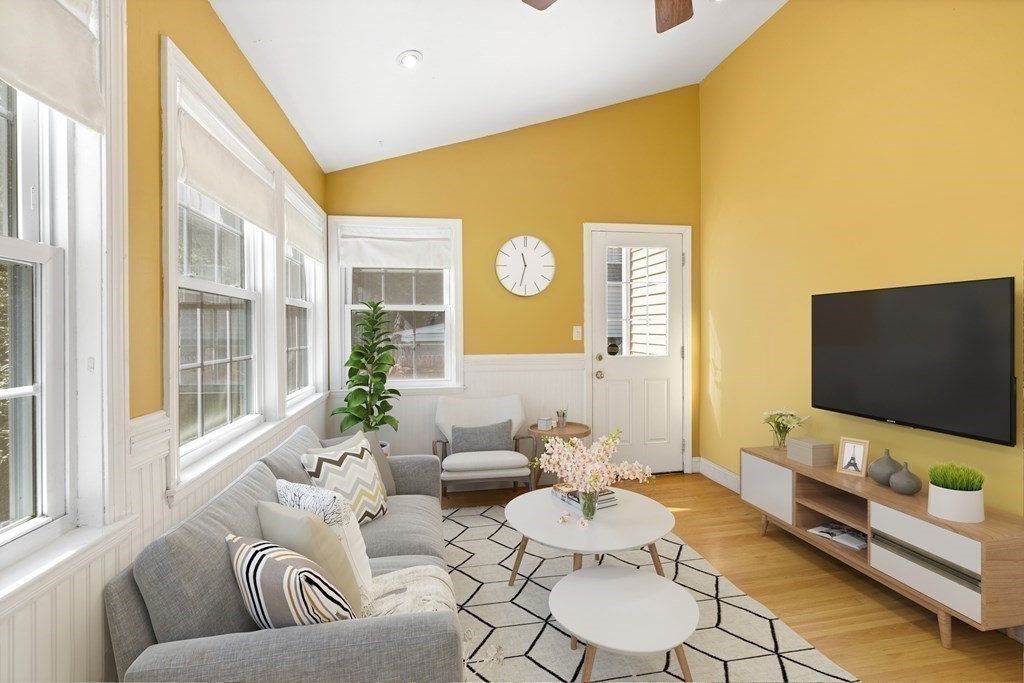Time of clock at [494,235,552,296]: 11:32
